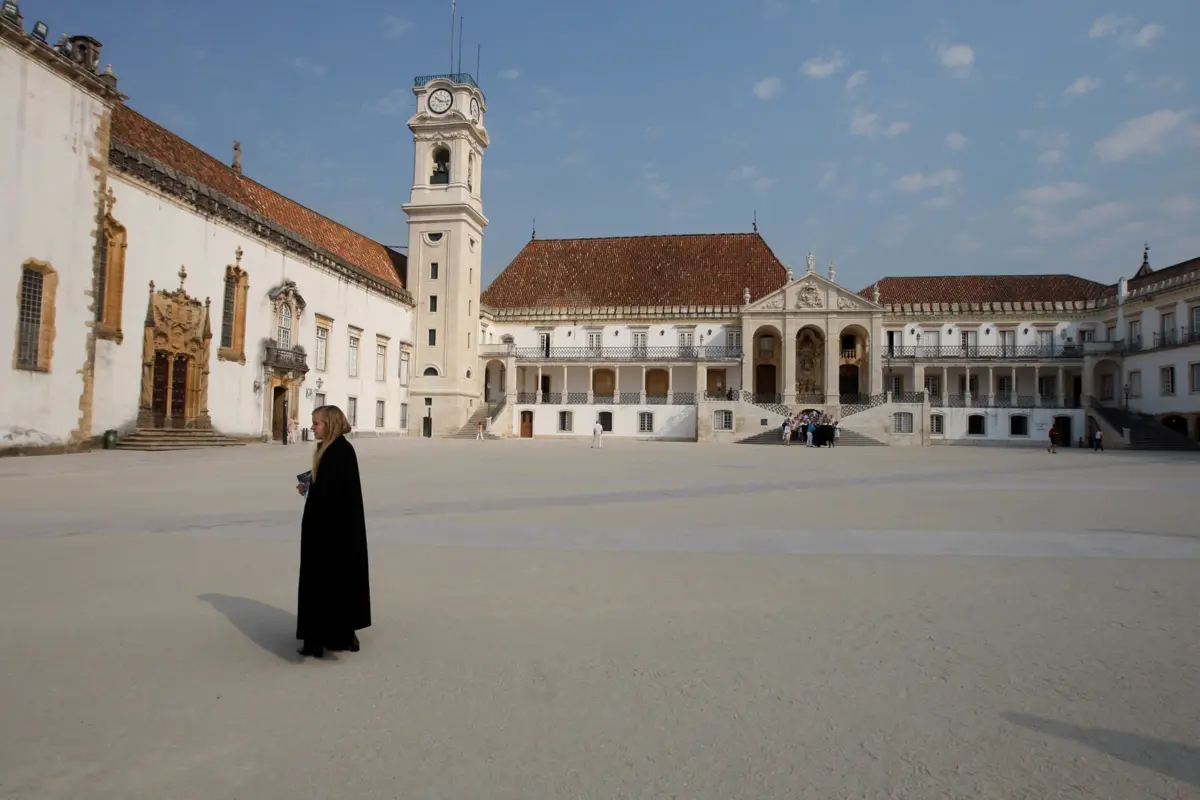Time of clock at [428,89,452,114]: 10:16
